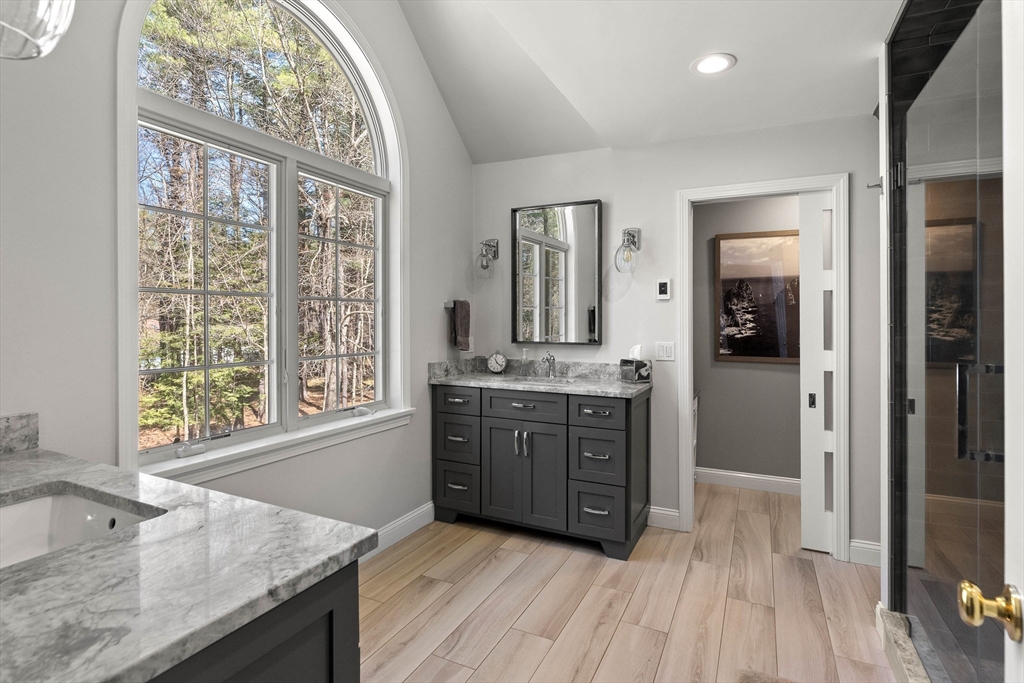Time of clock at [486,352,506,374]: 11:22
